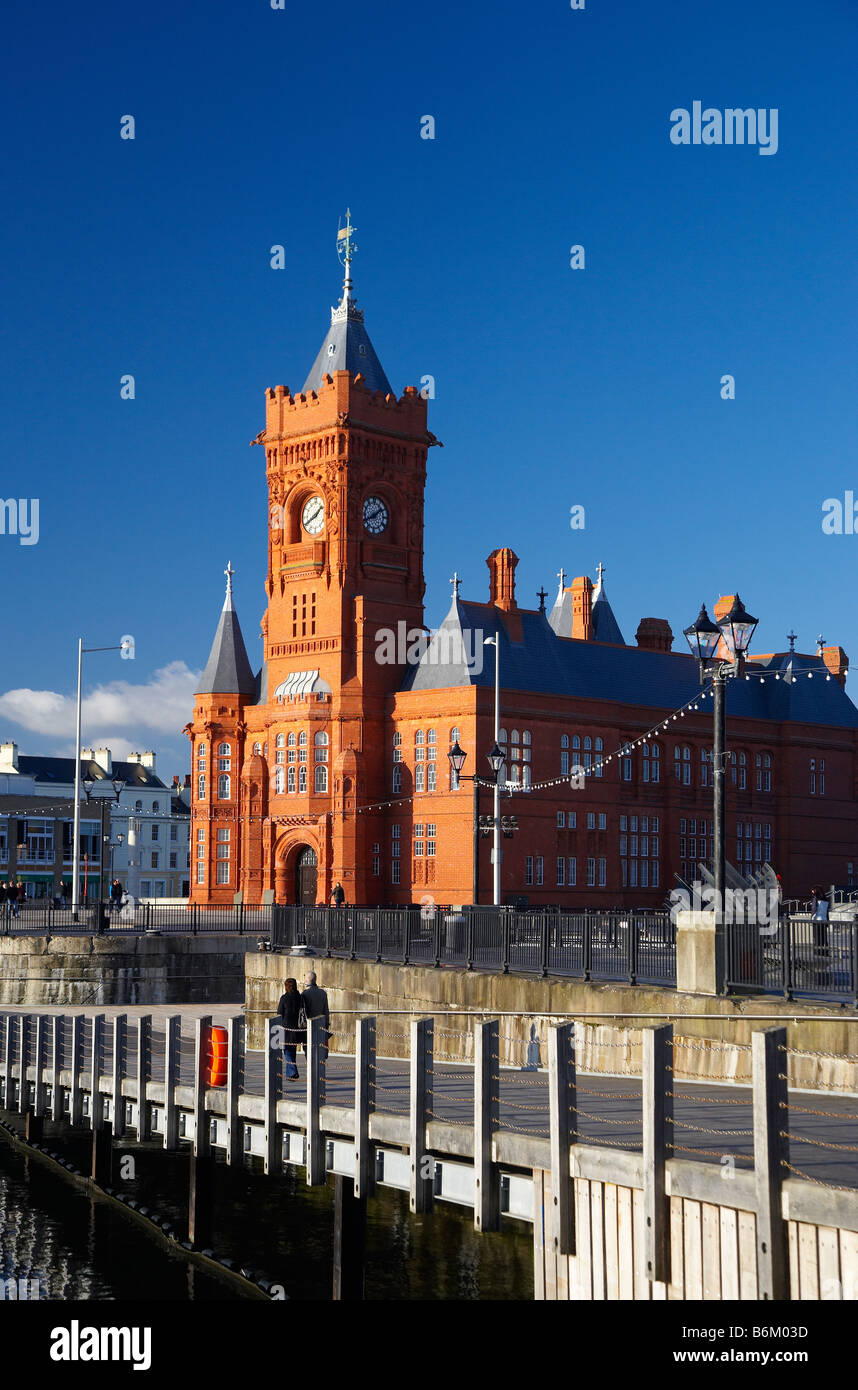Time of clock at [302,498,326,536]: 1:40
